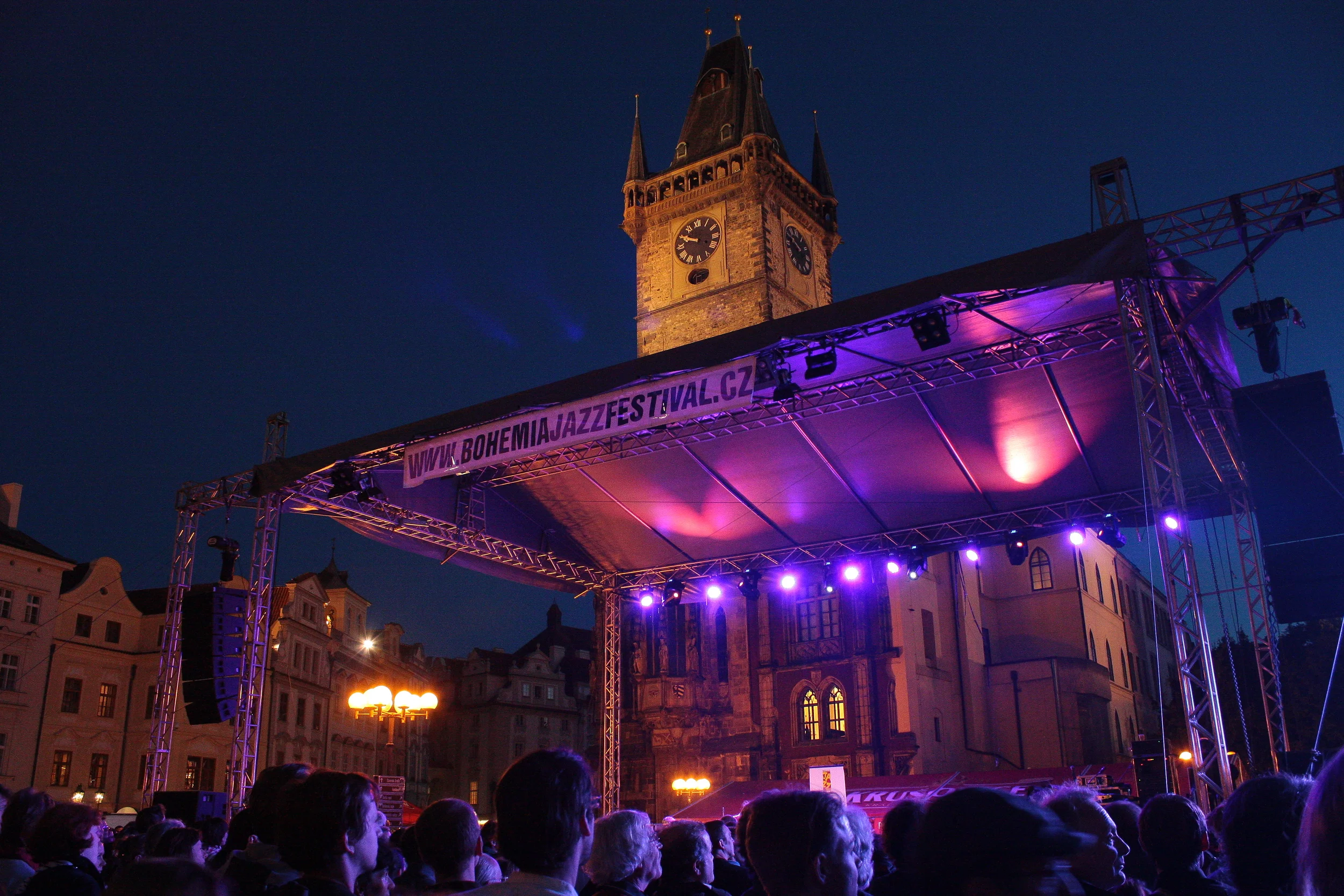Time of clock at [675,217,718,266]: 9:50
